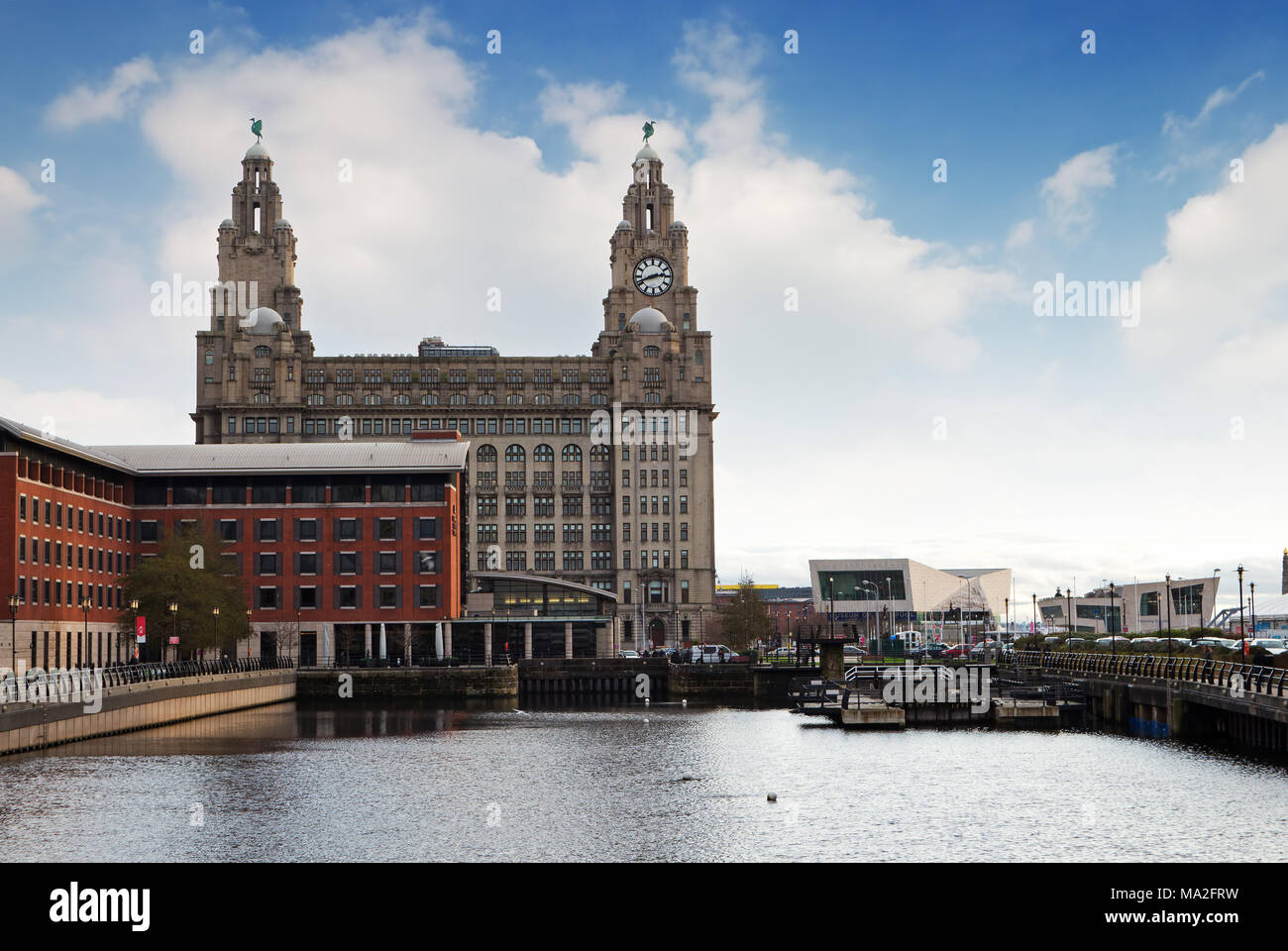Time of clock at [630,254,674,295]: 2:41
